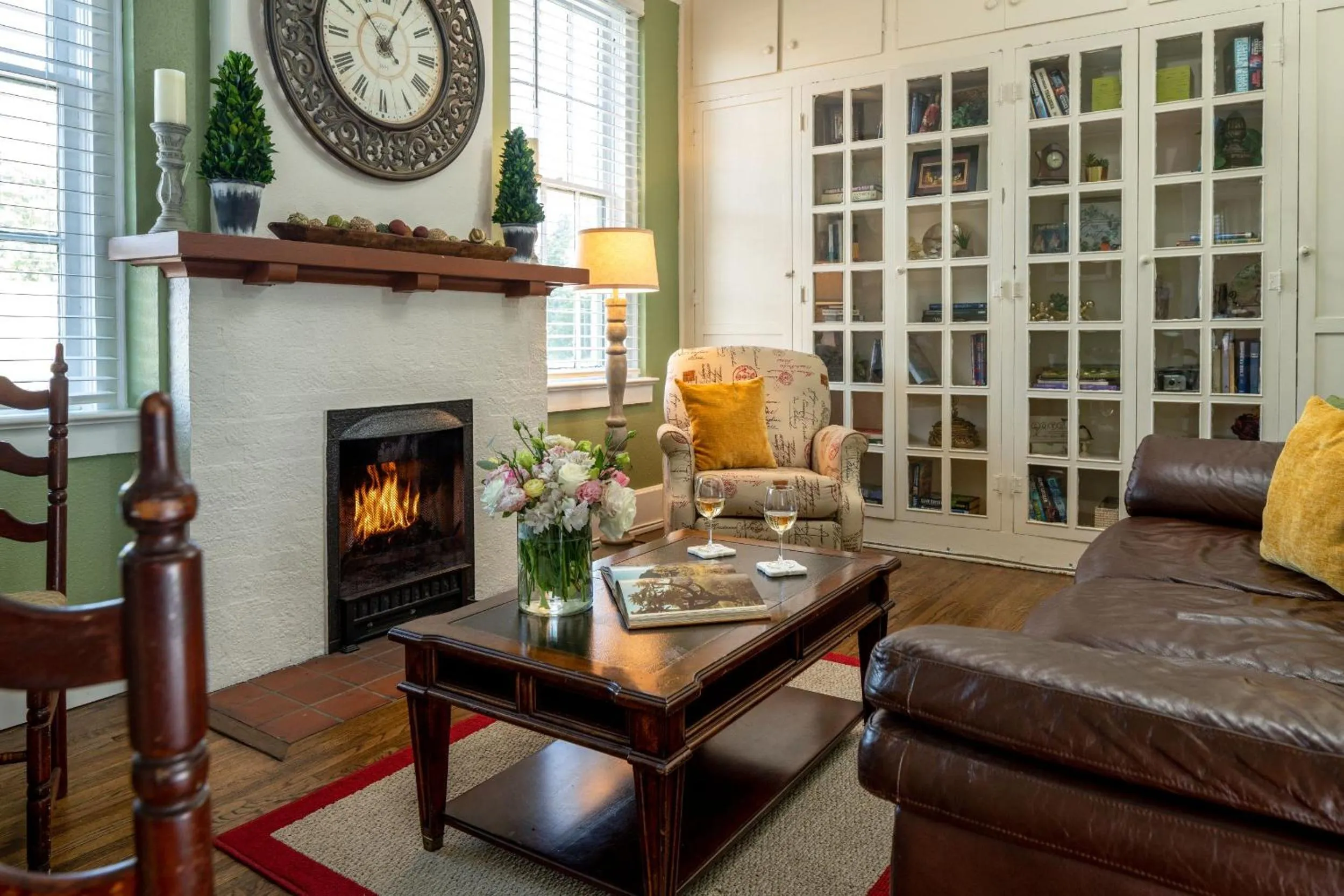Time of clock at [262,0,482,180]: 12:52
